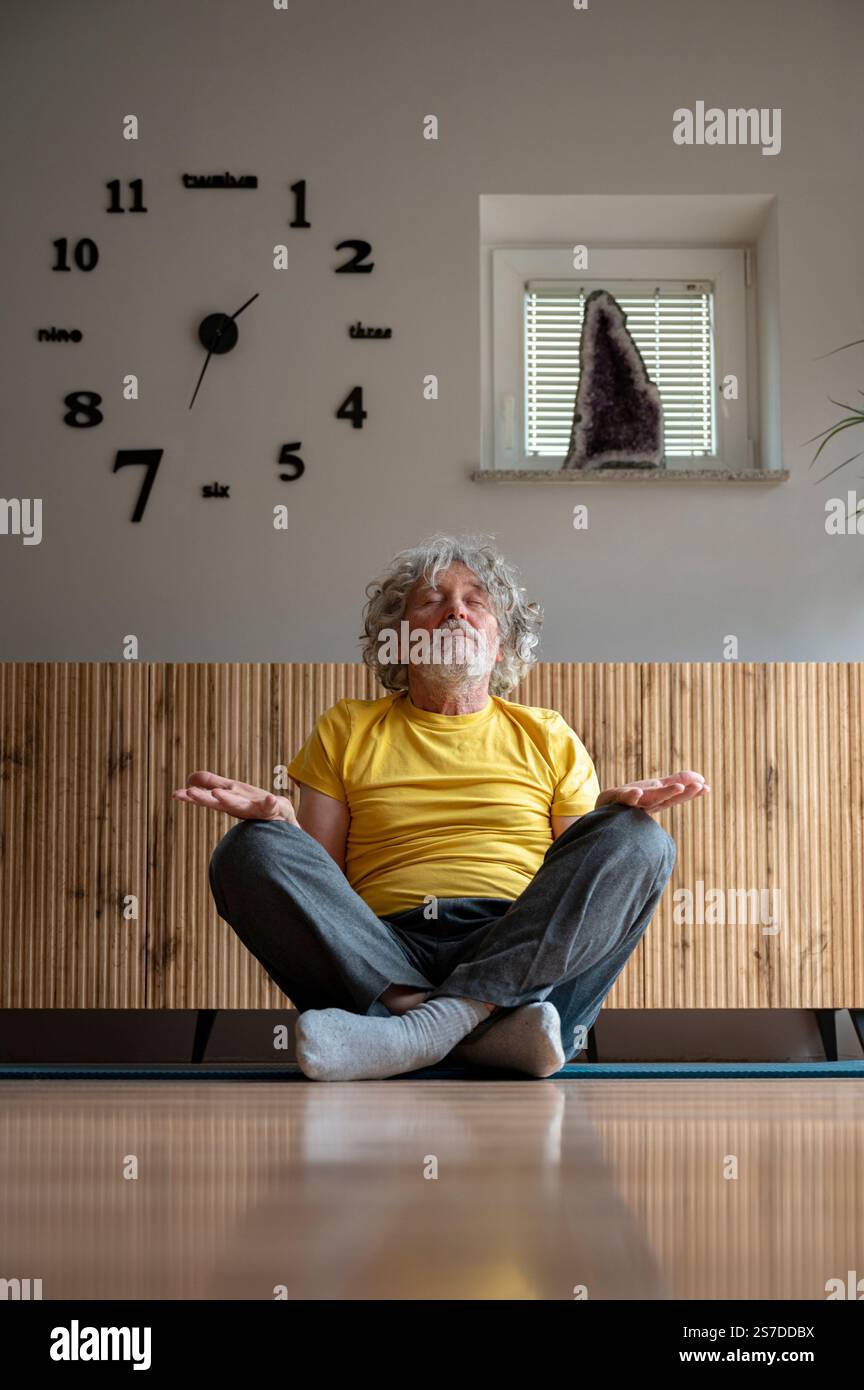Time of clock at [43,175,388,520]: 1:33
